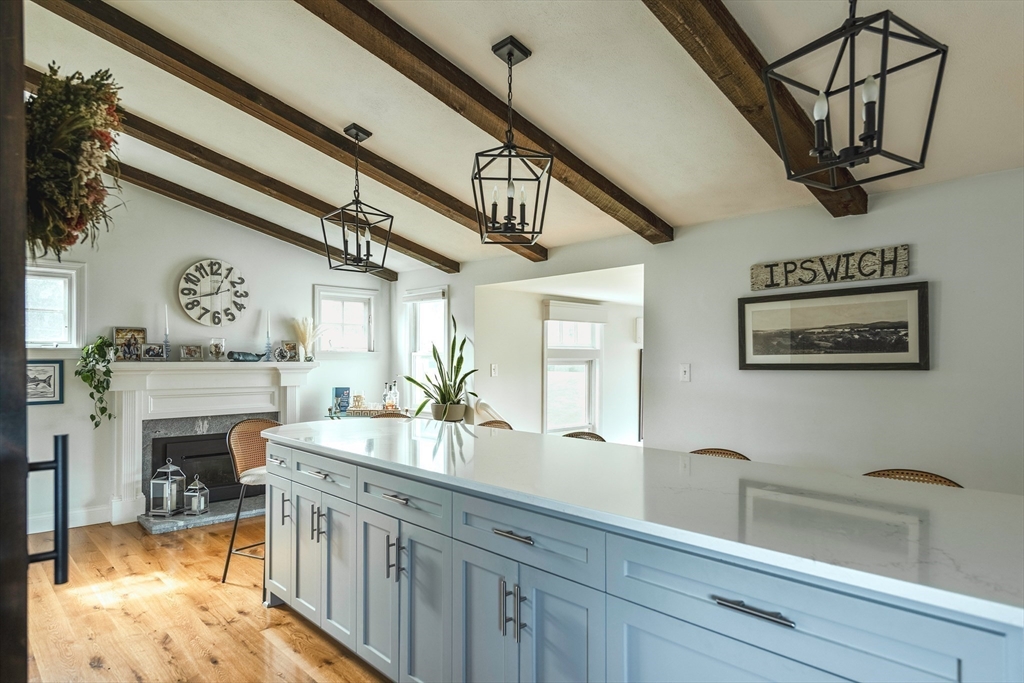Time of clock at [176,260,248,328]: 12:42
